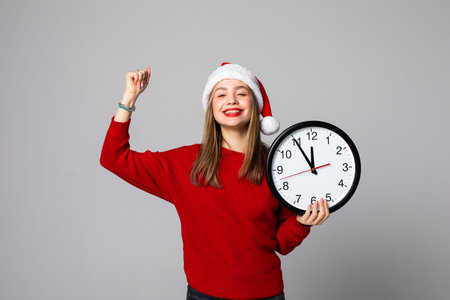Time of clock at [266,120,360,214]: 11:54
